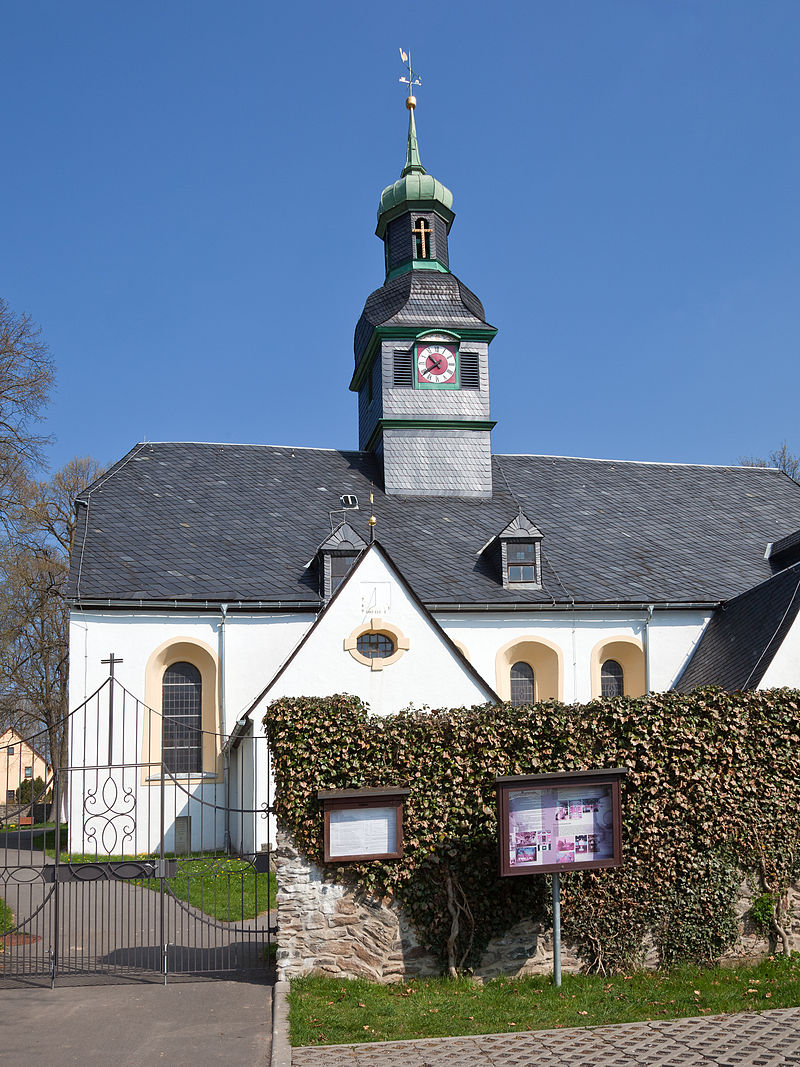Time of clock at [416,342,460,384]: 10:38
